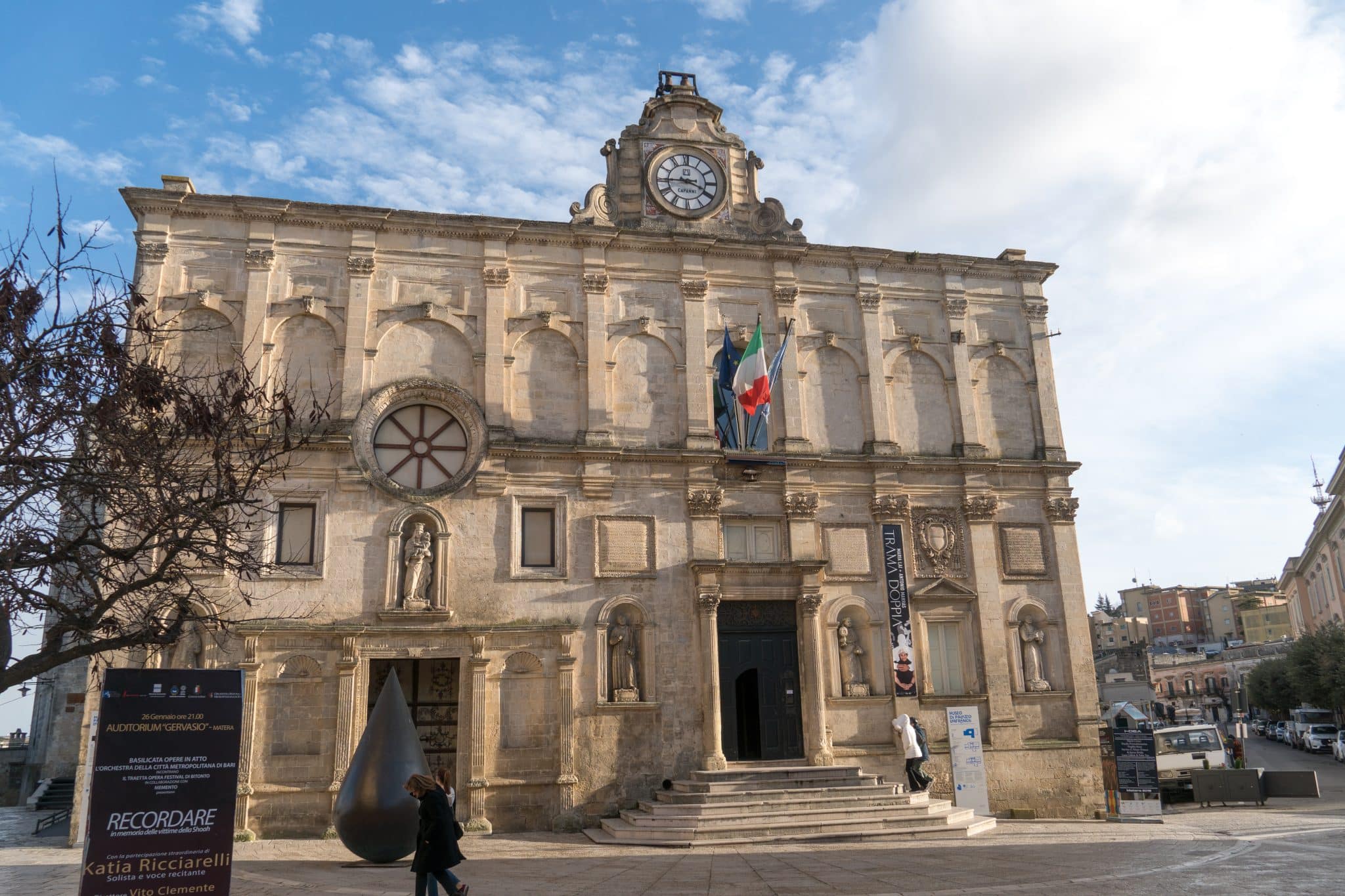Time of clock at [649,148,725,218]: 3:44
